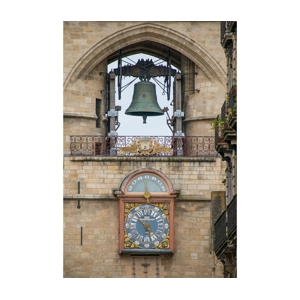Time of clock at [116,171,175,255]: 4:52
